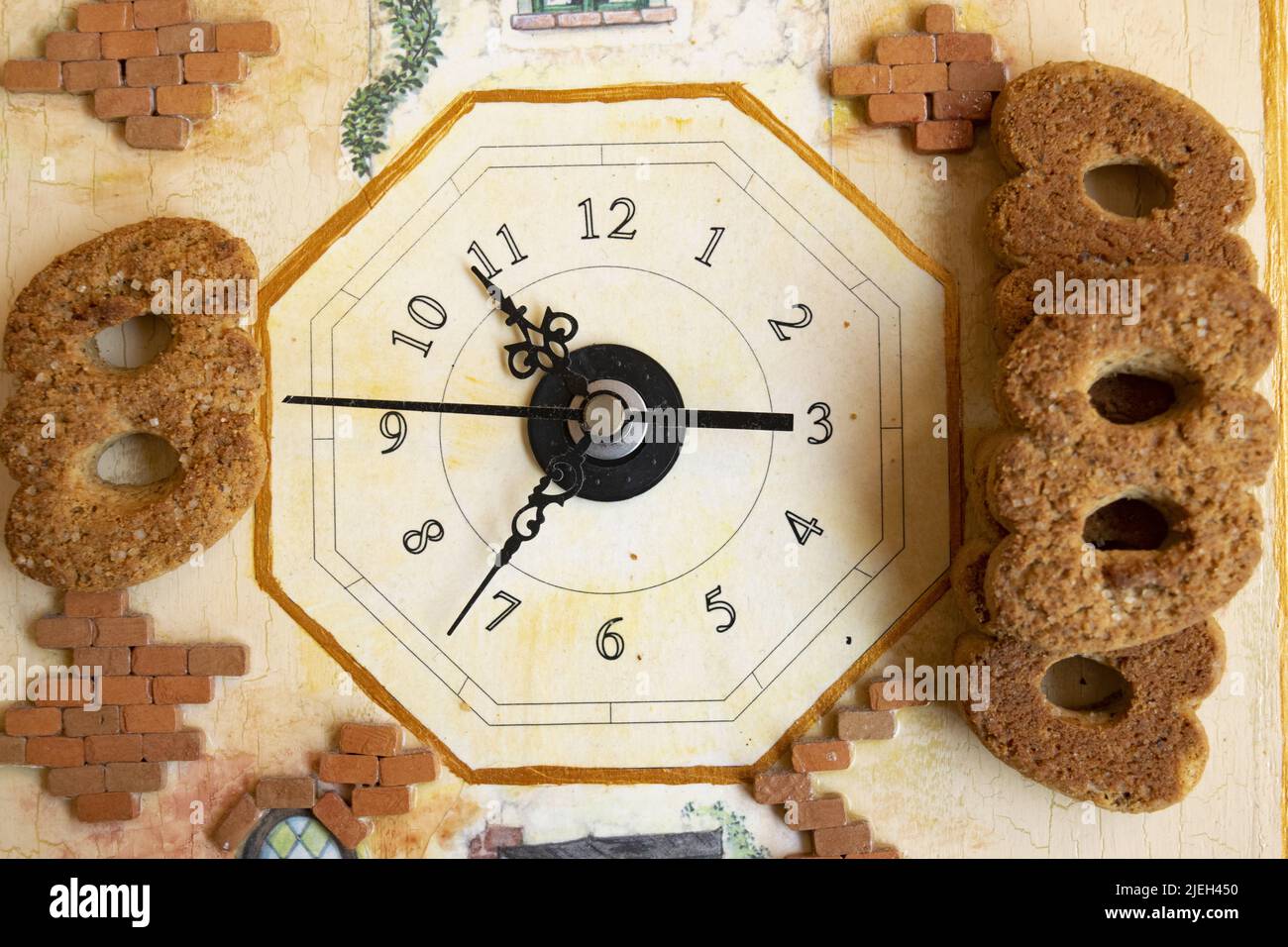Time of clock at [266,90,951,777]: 10:36
